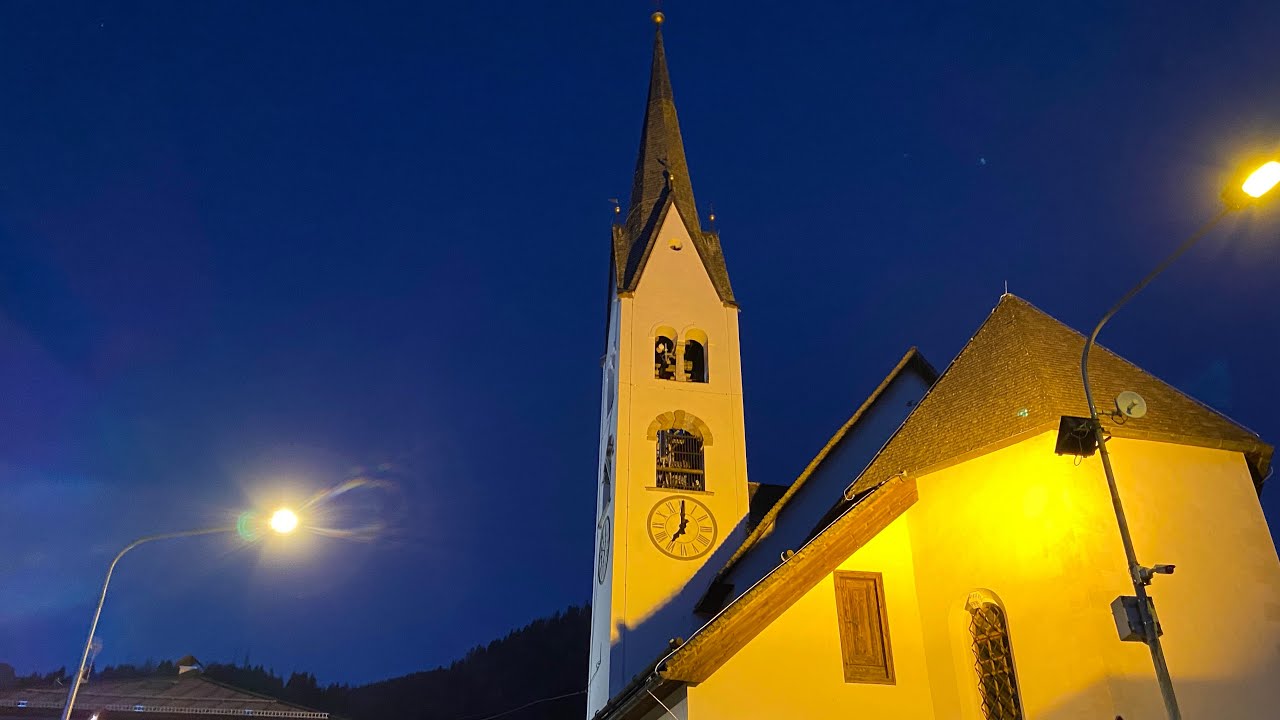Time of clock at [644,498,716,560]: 7:00
